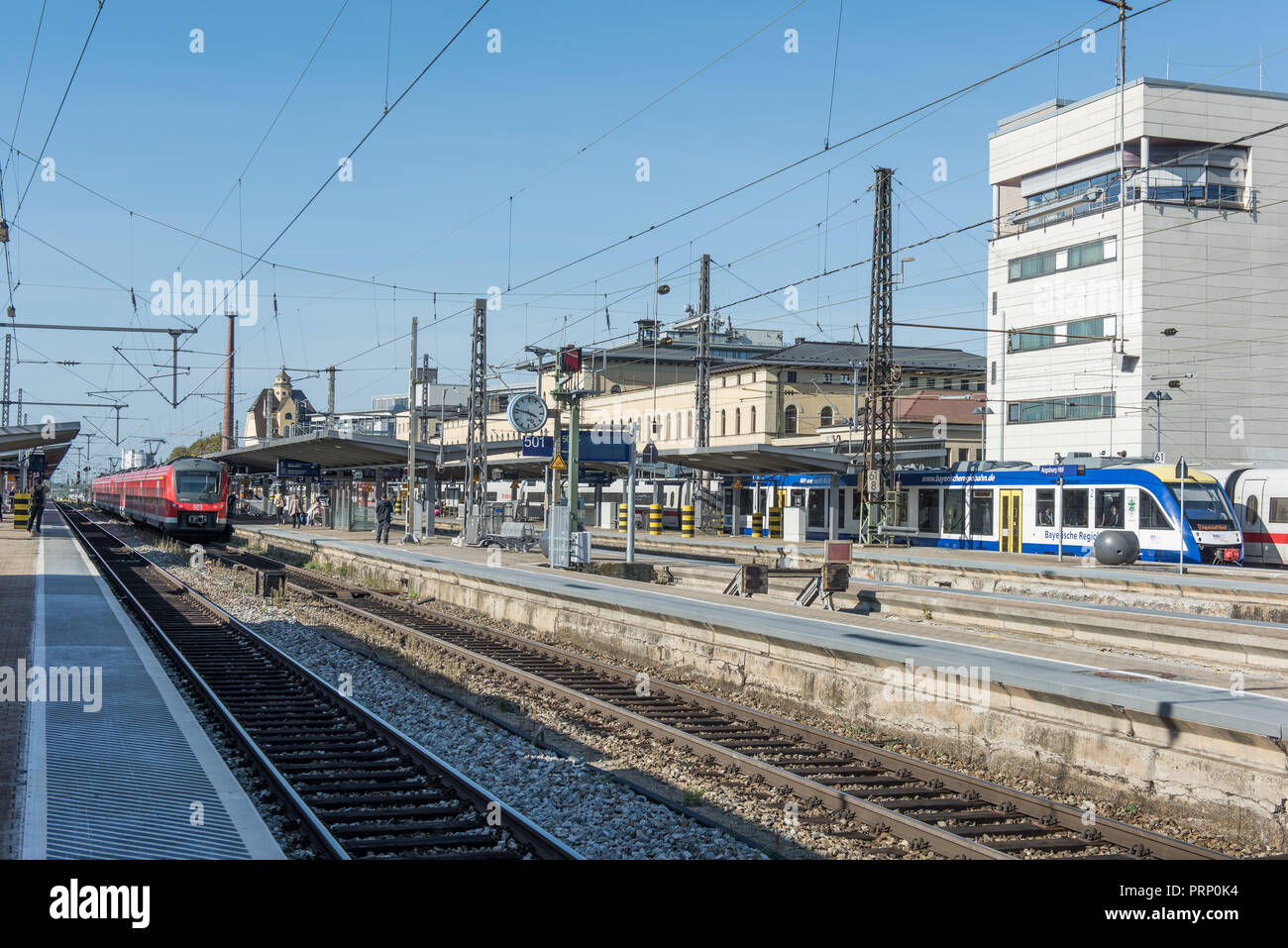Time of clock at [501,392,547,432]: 3:46
